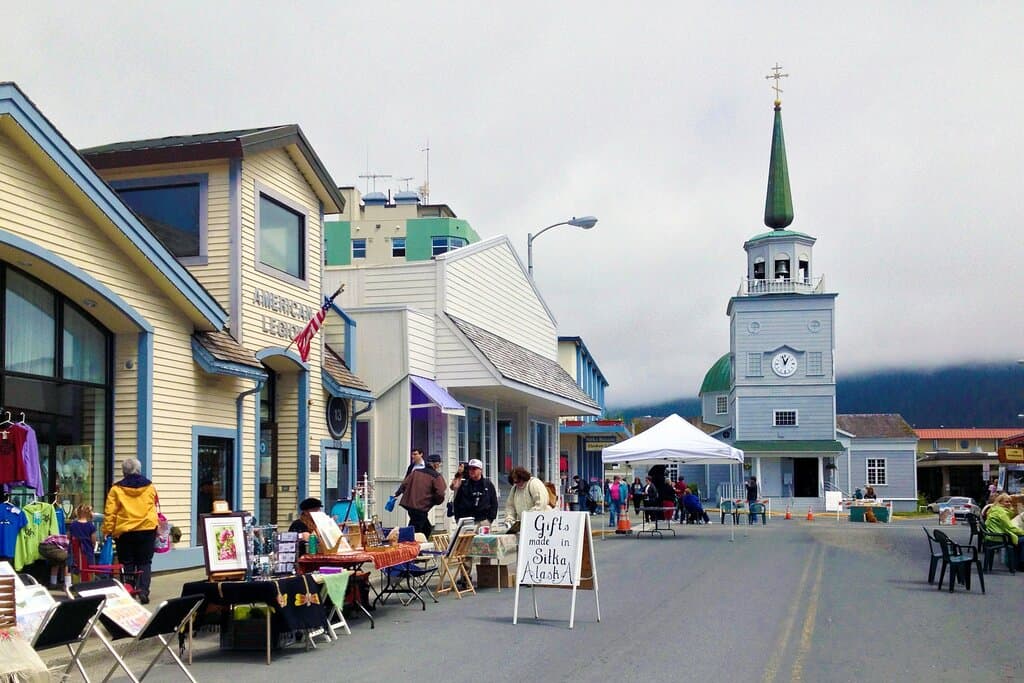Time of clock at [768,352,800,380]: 12:57
